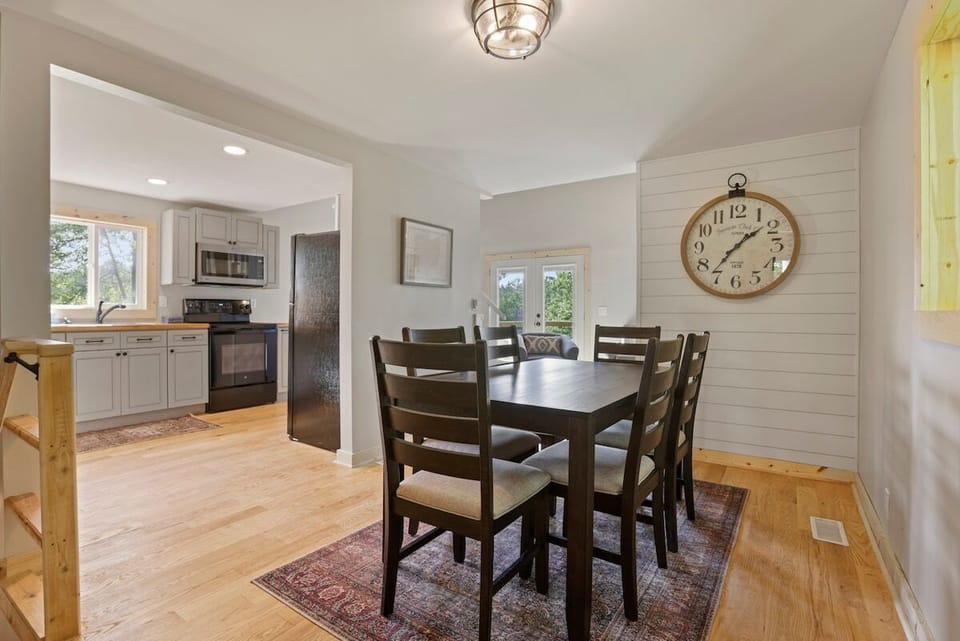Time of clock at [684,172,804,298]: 1:36
